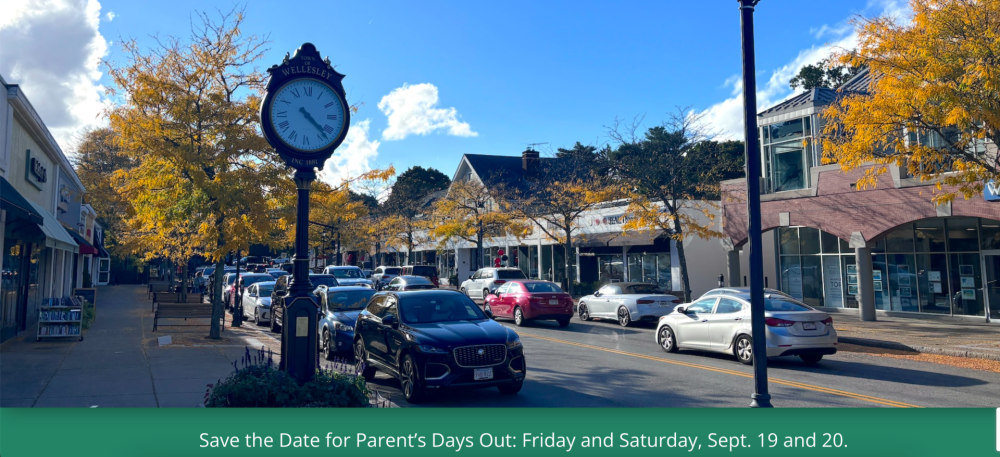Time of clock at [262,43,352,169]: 4:22
